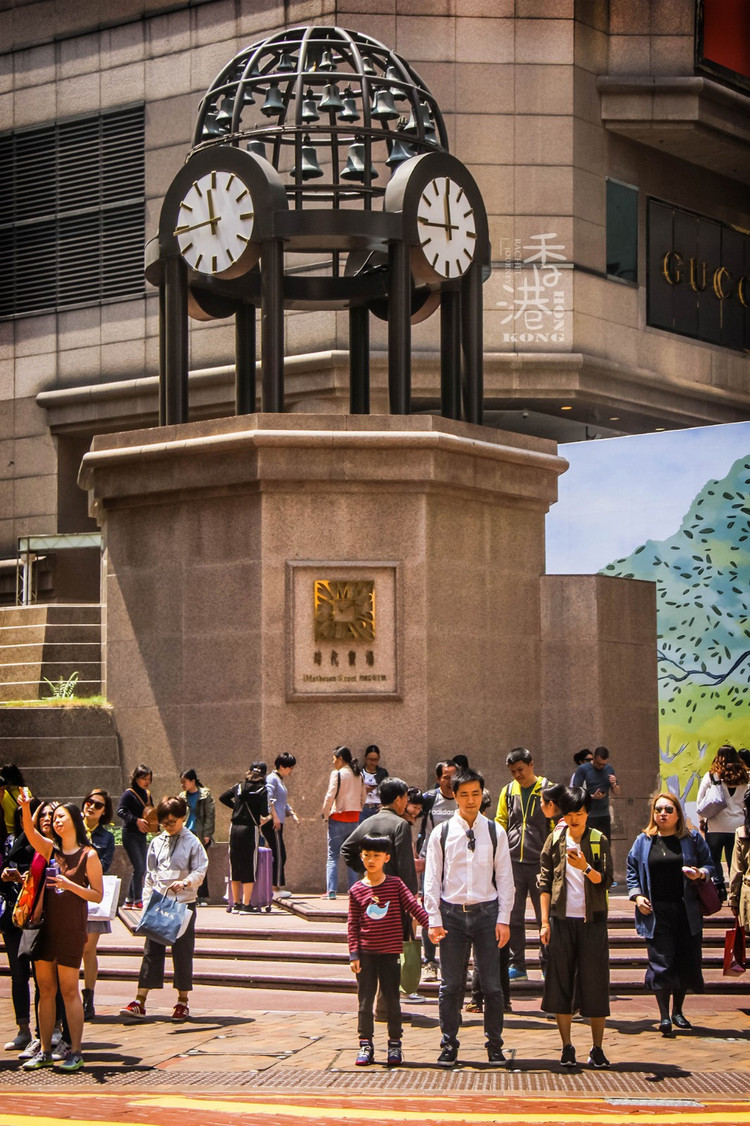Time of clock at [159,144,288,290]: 11:43
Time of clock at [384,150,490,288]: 11:44
